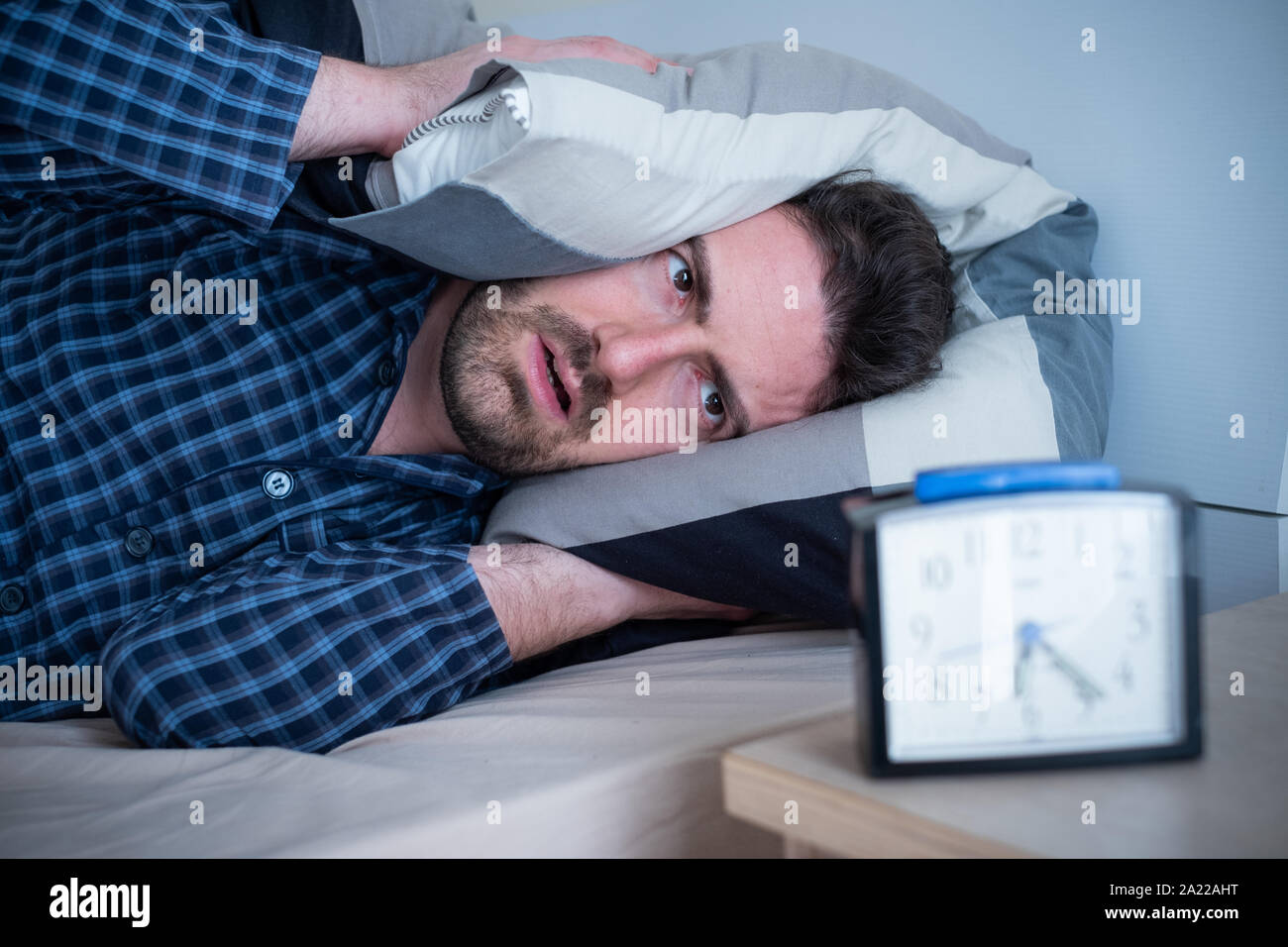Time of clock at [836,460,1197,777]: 6:23
